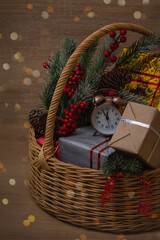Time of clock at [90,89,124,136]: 11:54
